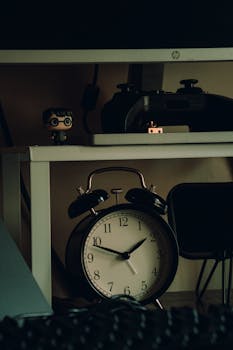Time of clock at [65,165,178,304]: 1:48
